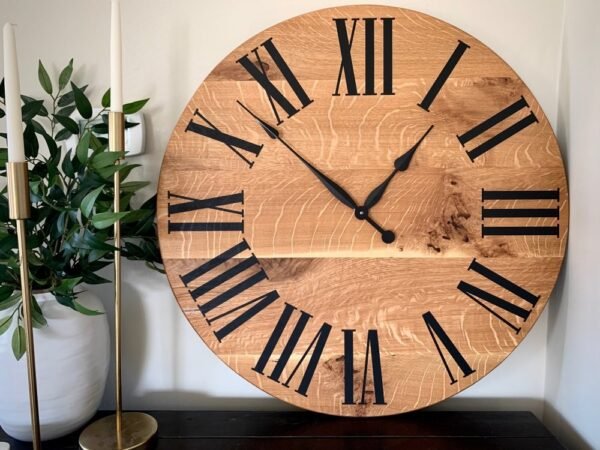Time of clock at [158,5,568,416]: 12:52
